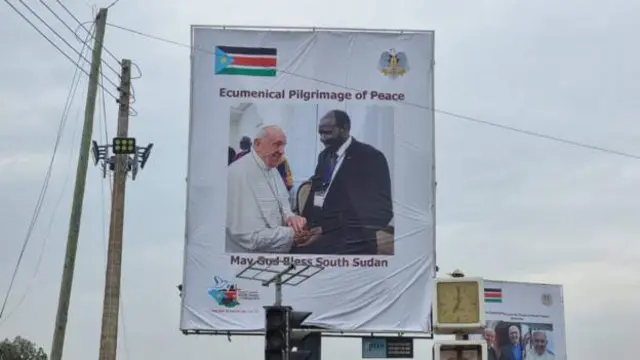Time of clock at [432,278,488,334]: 7:00
